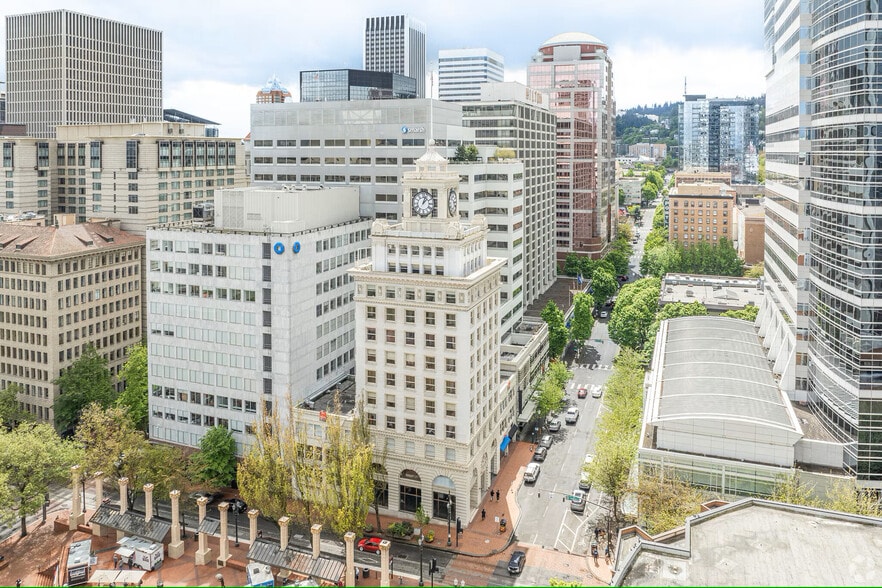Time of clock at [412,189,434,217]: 1:02
